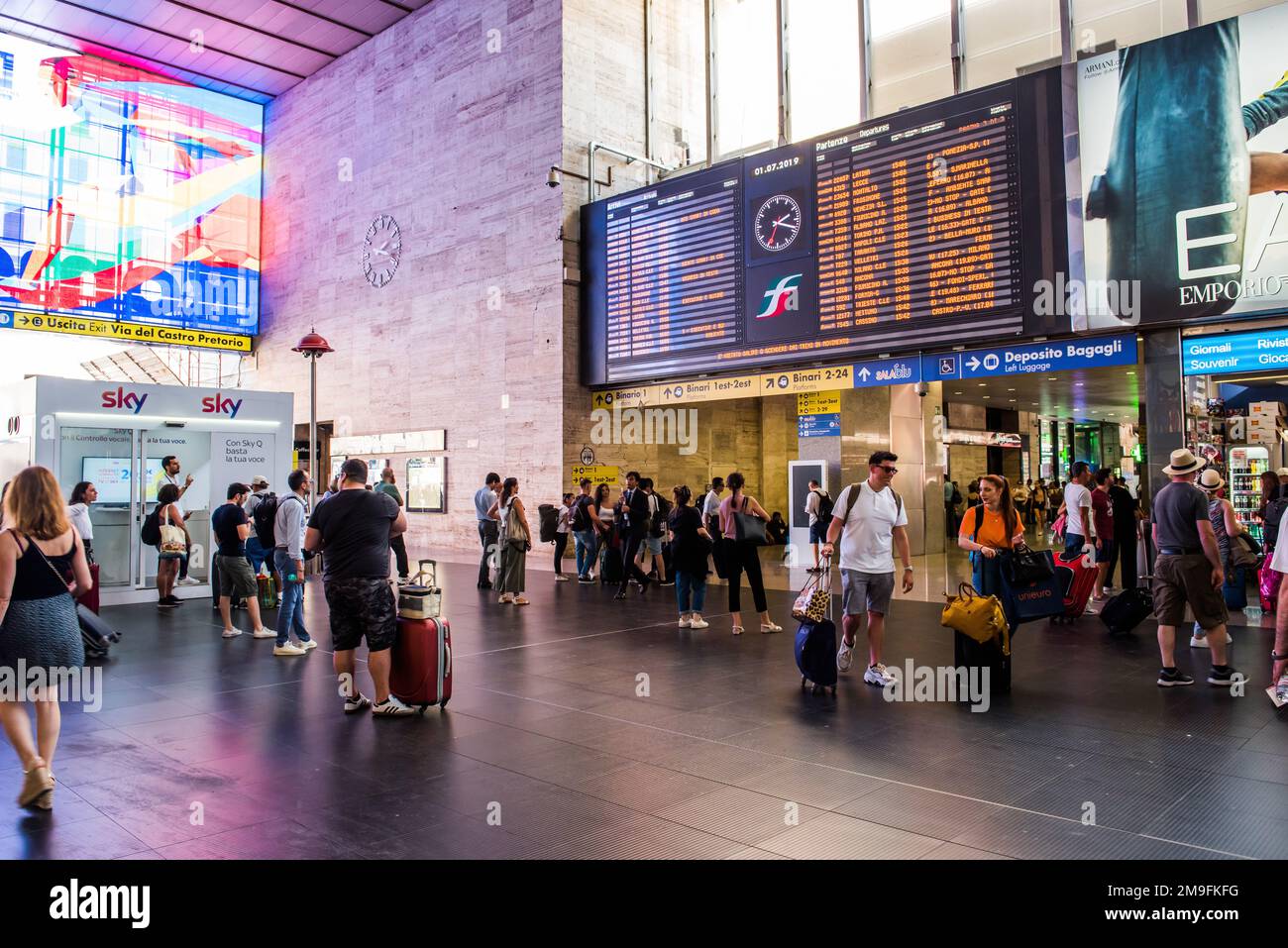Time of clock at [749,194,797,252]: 2:18
